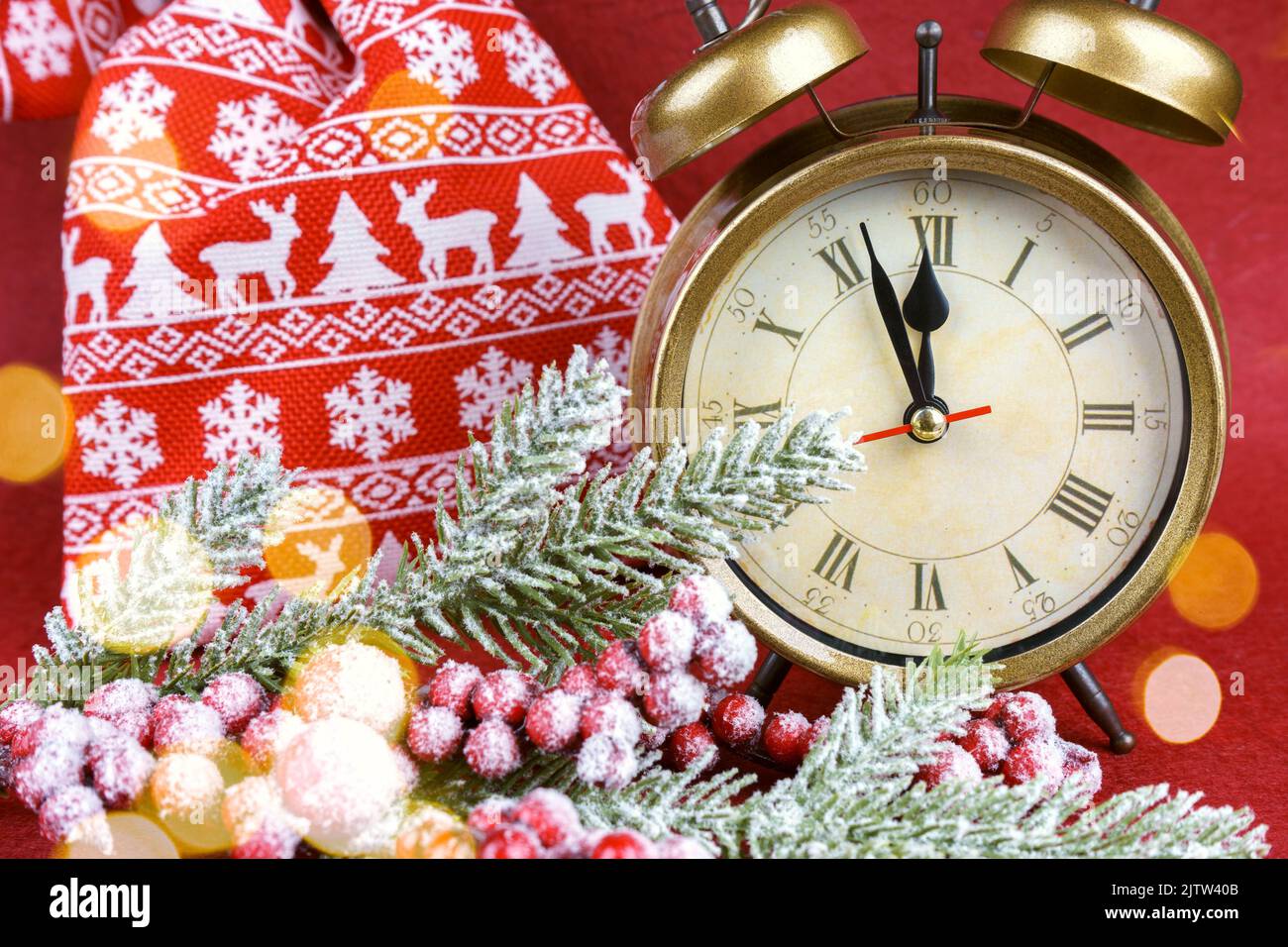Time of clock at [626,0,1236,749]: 11:56
